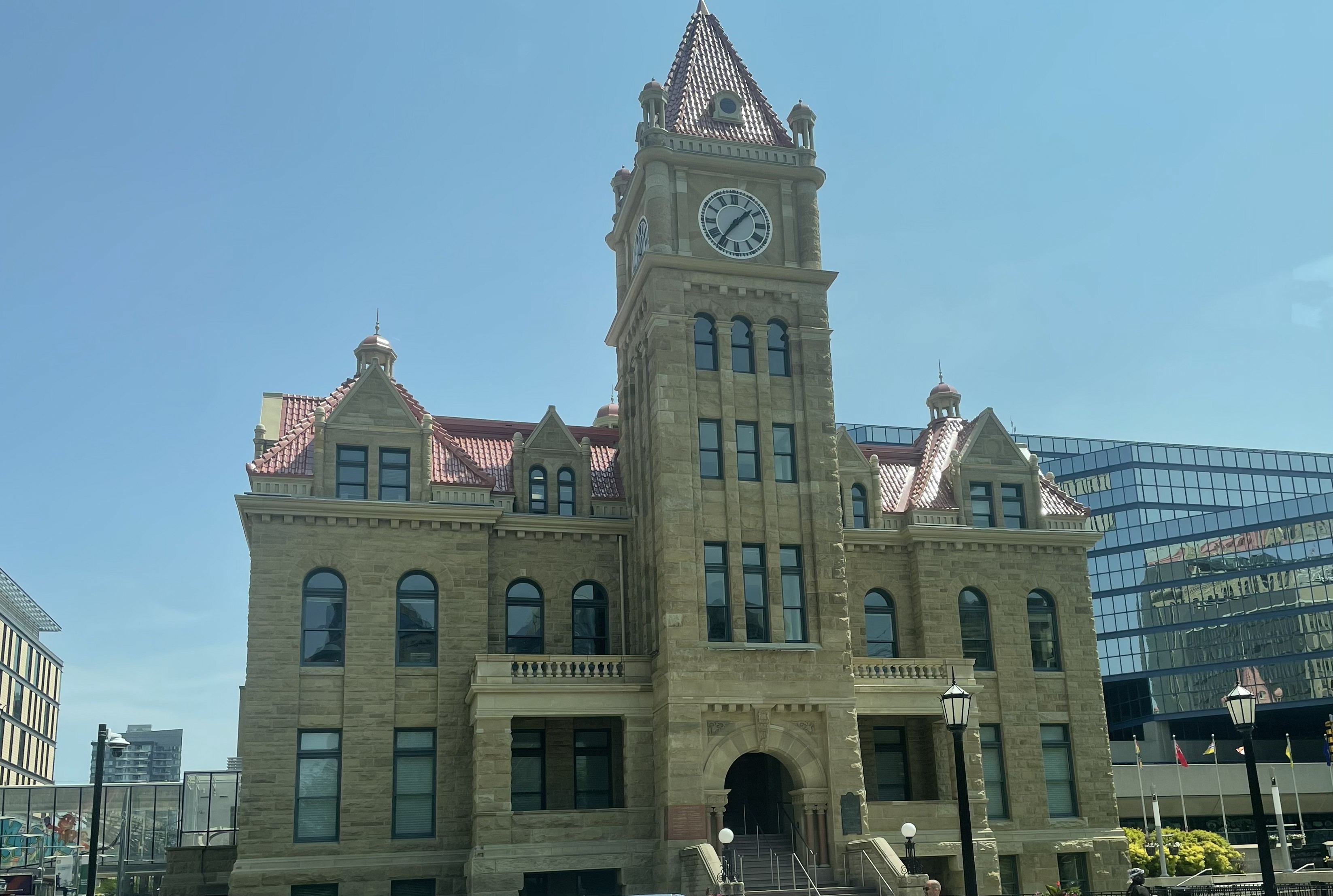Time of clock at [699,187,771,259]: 1:36
